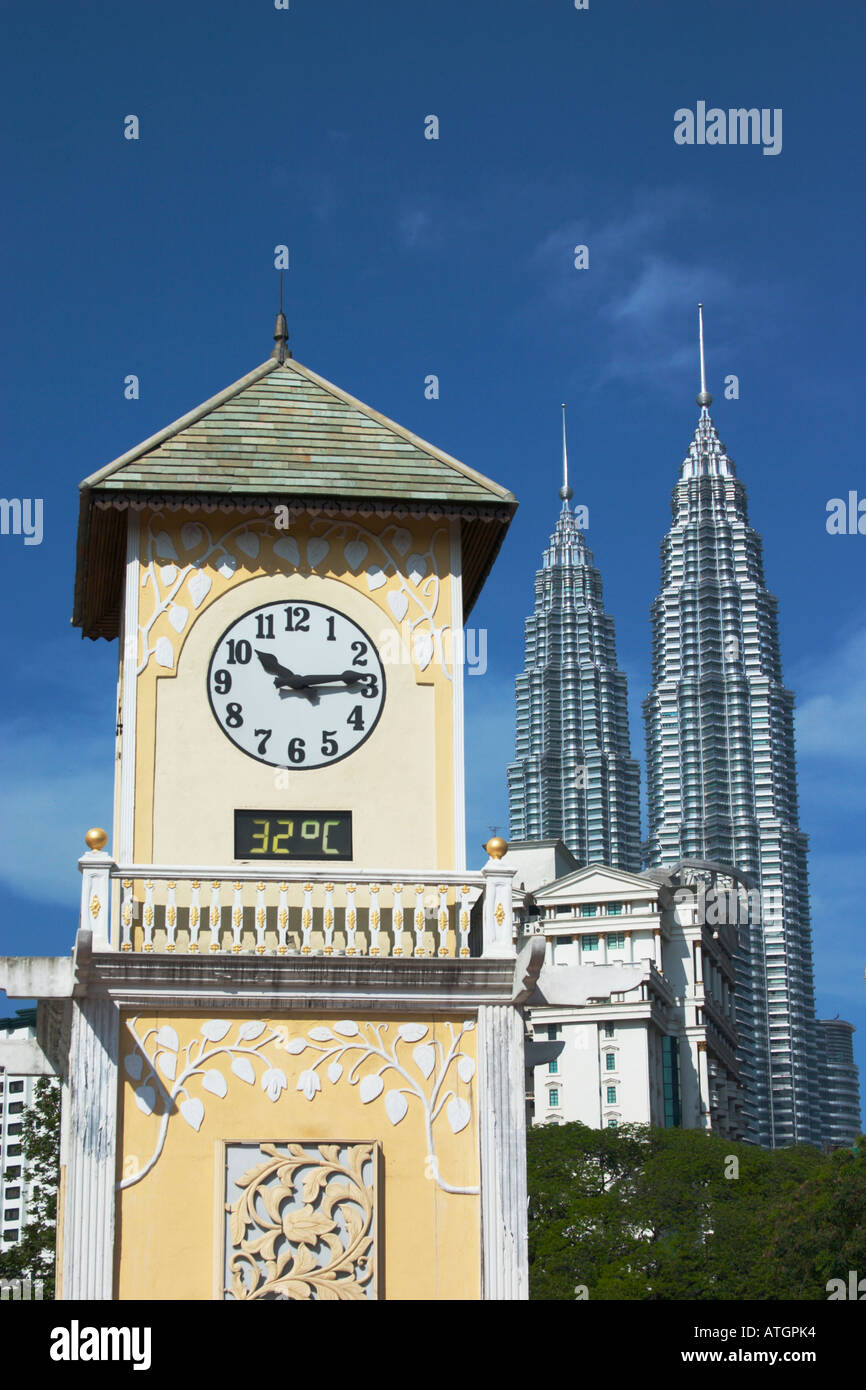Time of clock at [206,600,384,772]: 10:13
